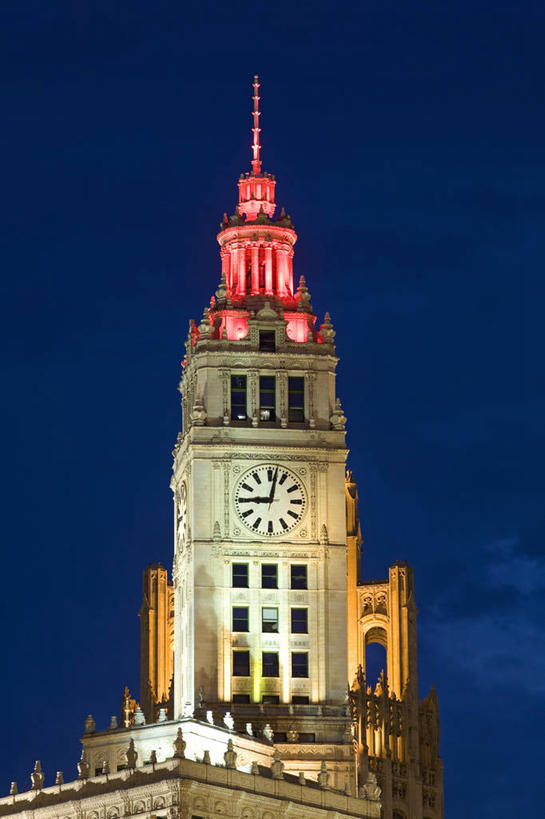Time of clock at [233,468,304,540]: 9:01
